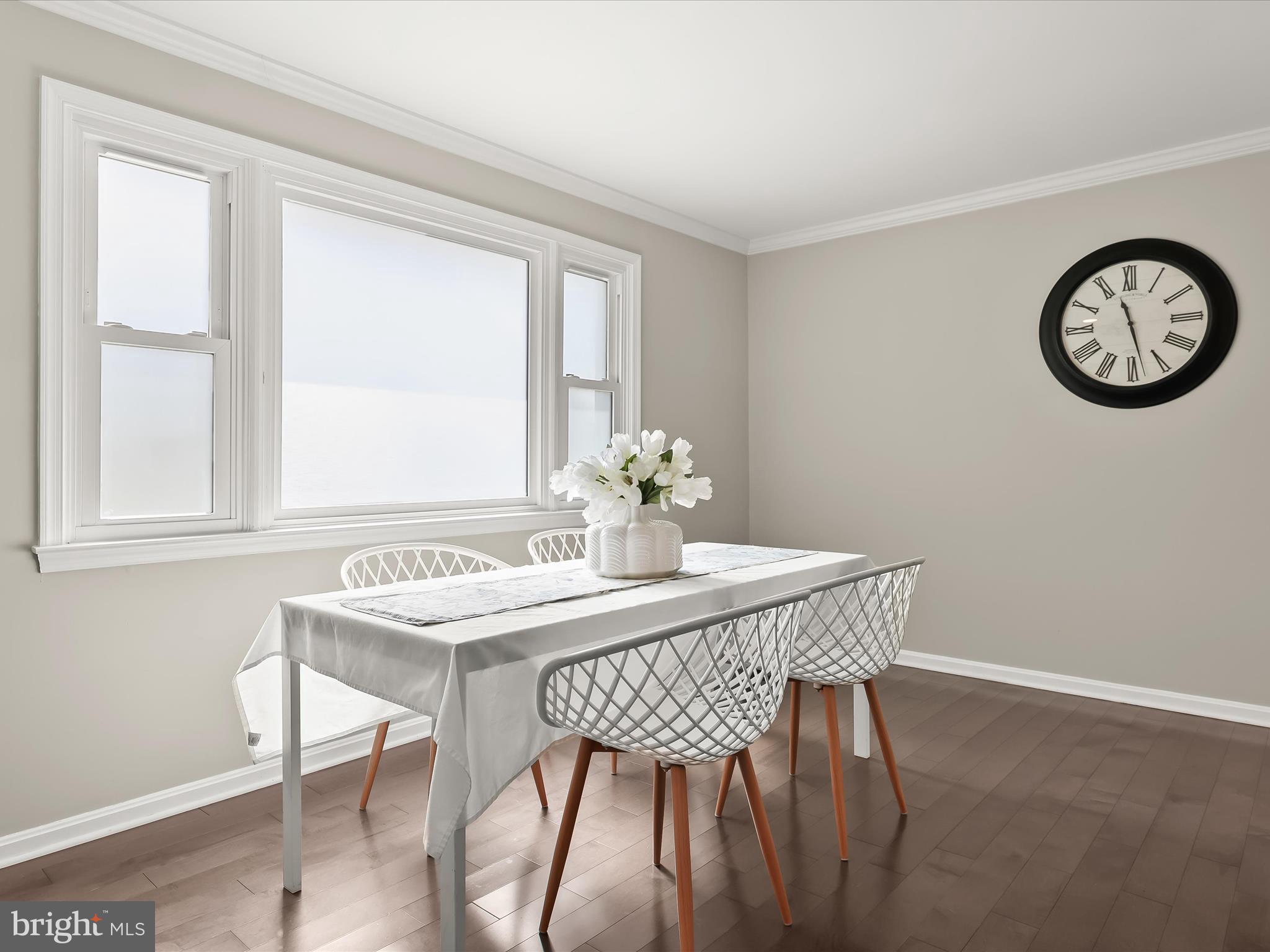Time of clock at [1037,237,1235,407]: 11:28
